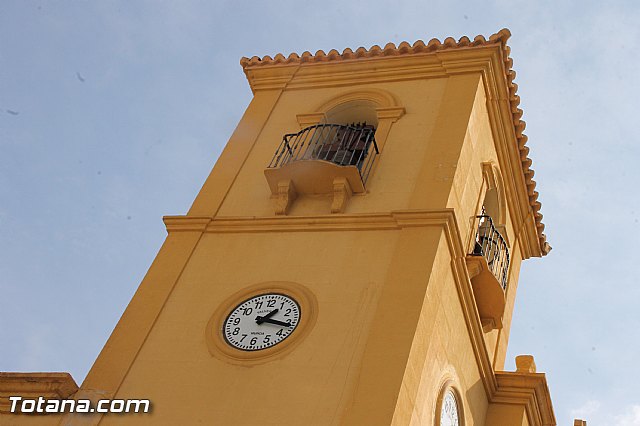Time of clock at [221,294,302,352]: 1:16
